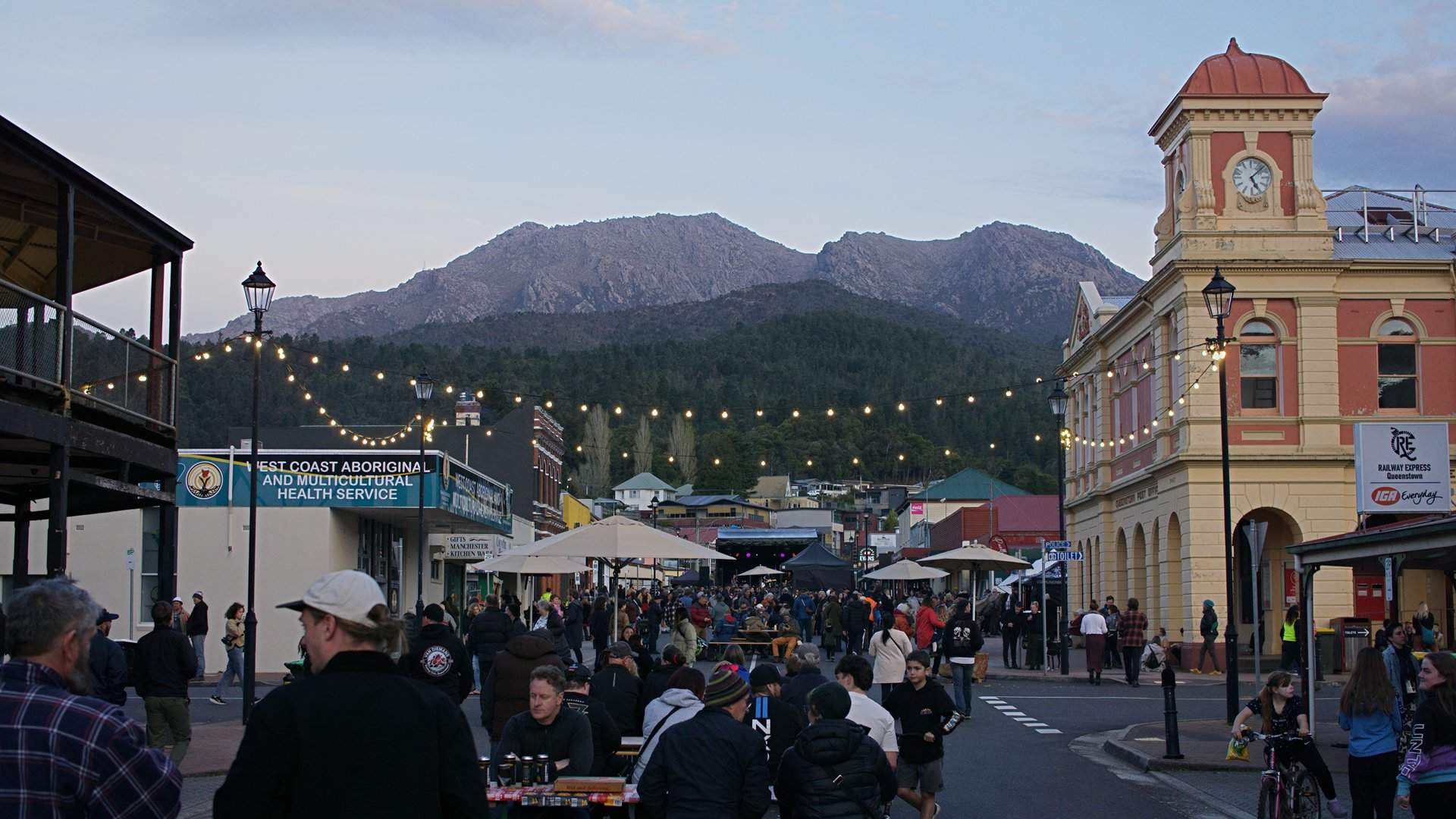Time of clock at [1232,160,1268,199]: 5:07
